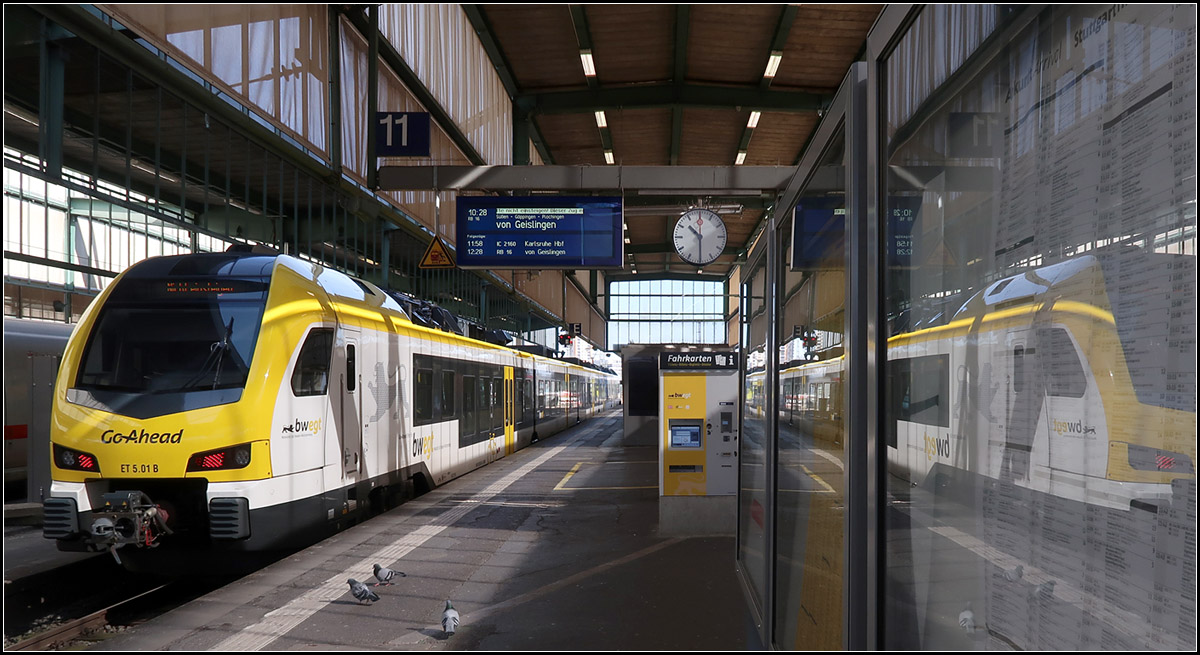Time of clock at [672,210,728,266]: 10:29
